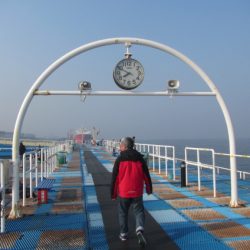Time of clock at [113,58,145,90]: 7:49
